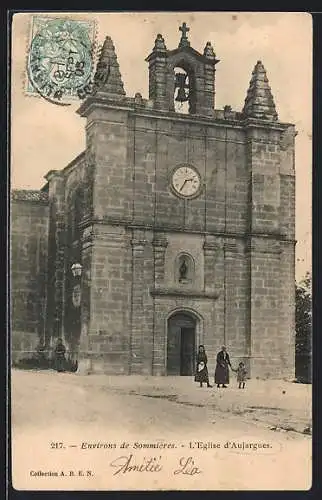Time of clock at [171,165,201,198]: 2:35
